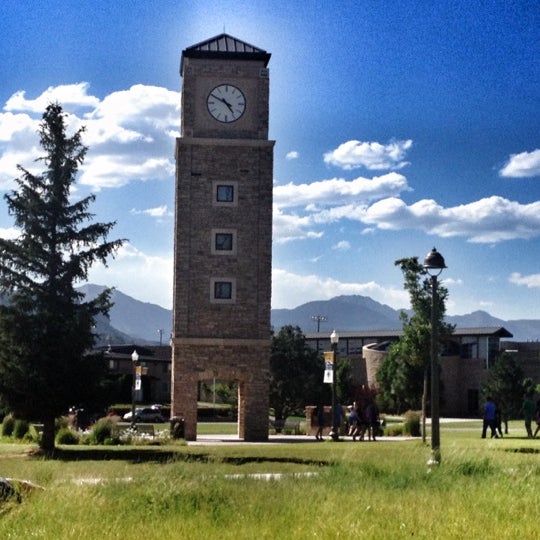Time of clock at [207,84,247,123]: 4:49
